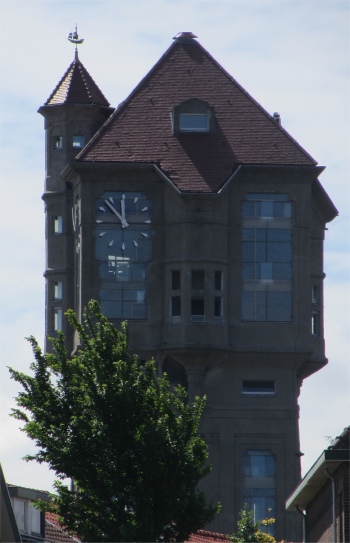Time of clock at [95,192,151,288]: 11:52
